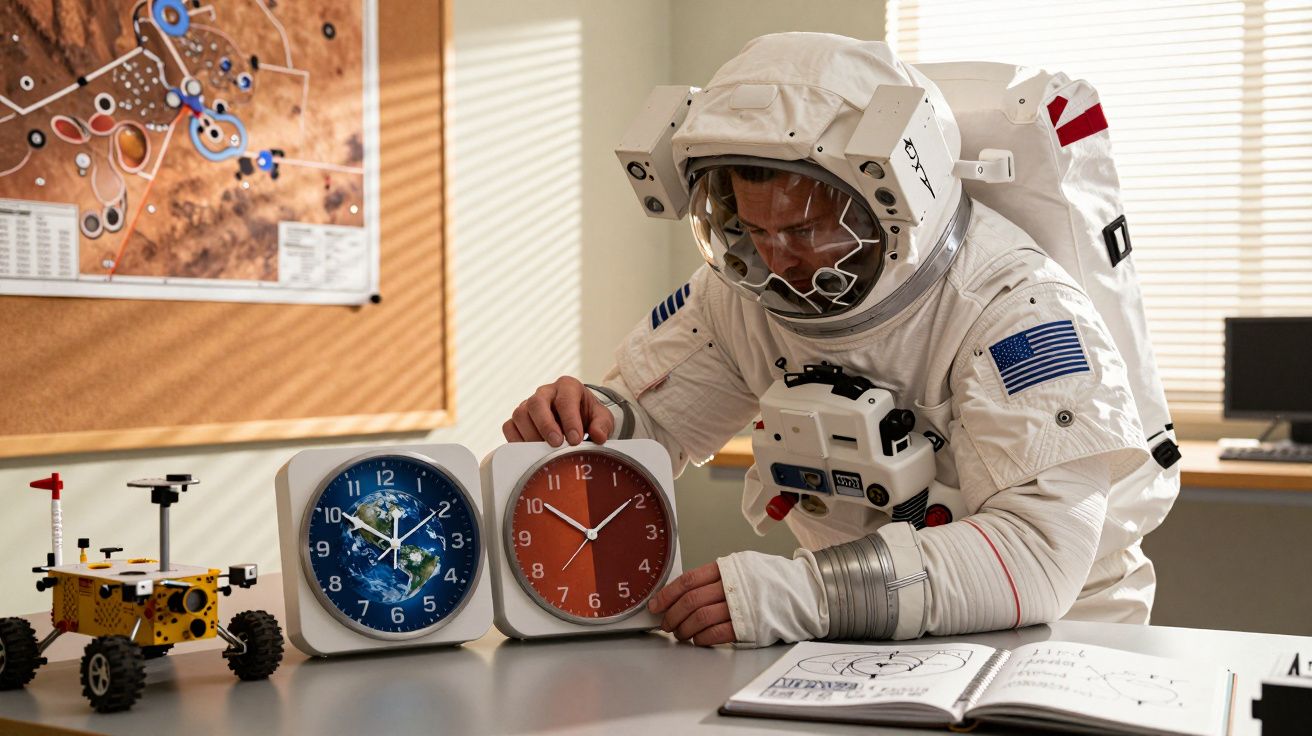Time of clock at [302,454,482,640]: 11:50
